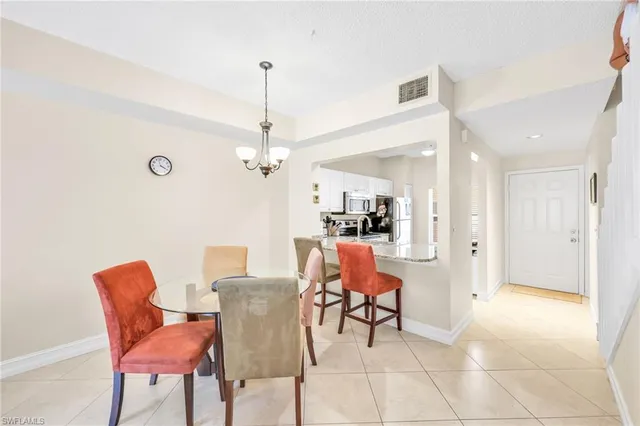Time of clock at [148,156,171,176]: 3:57
